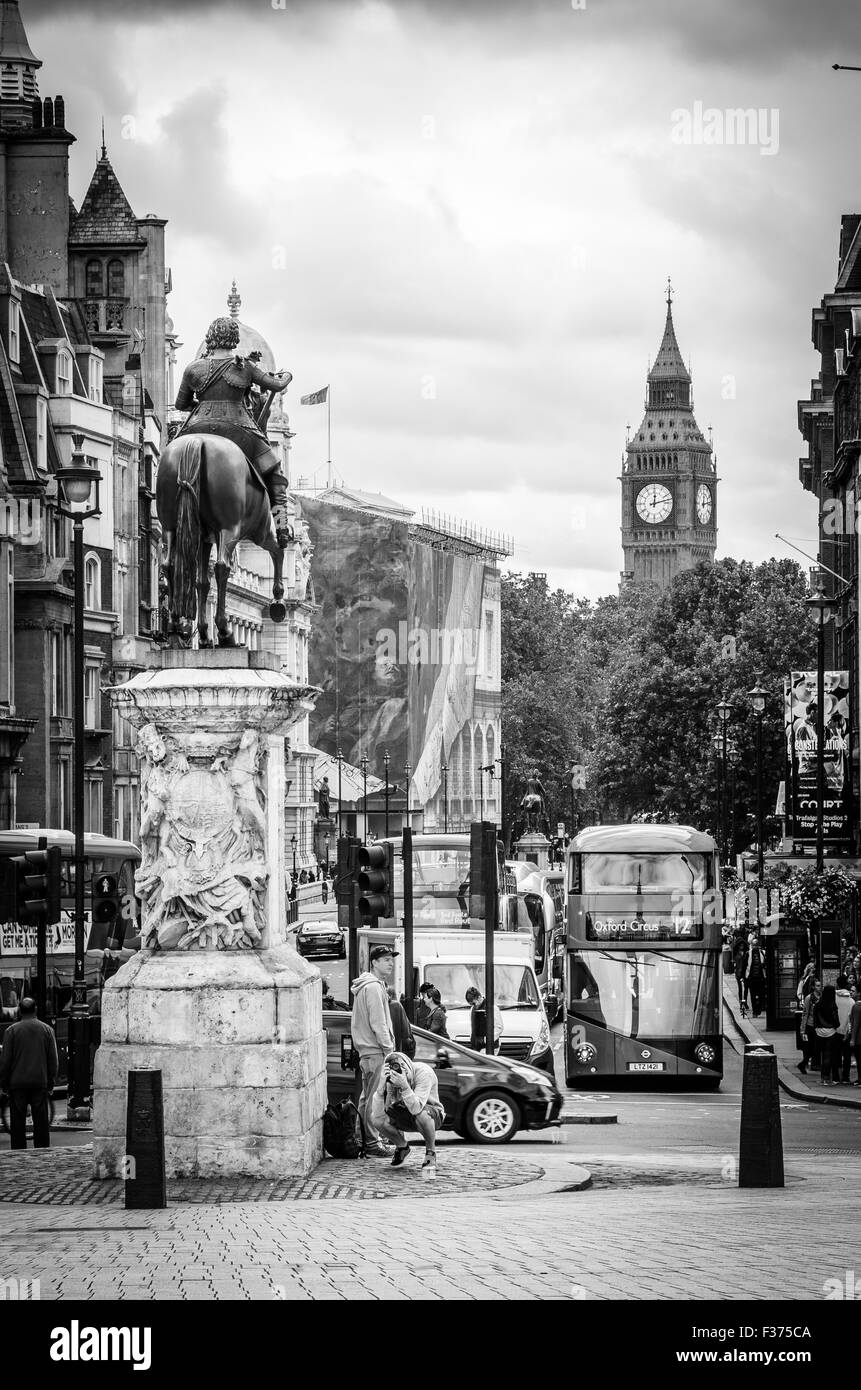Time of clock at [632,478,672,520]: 12:12
